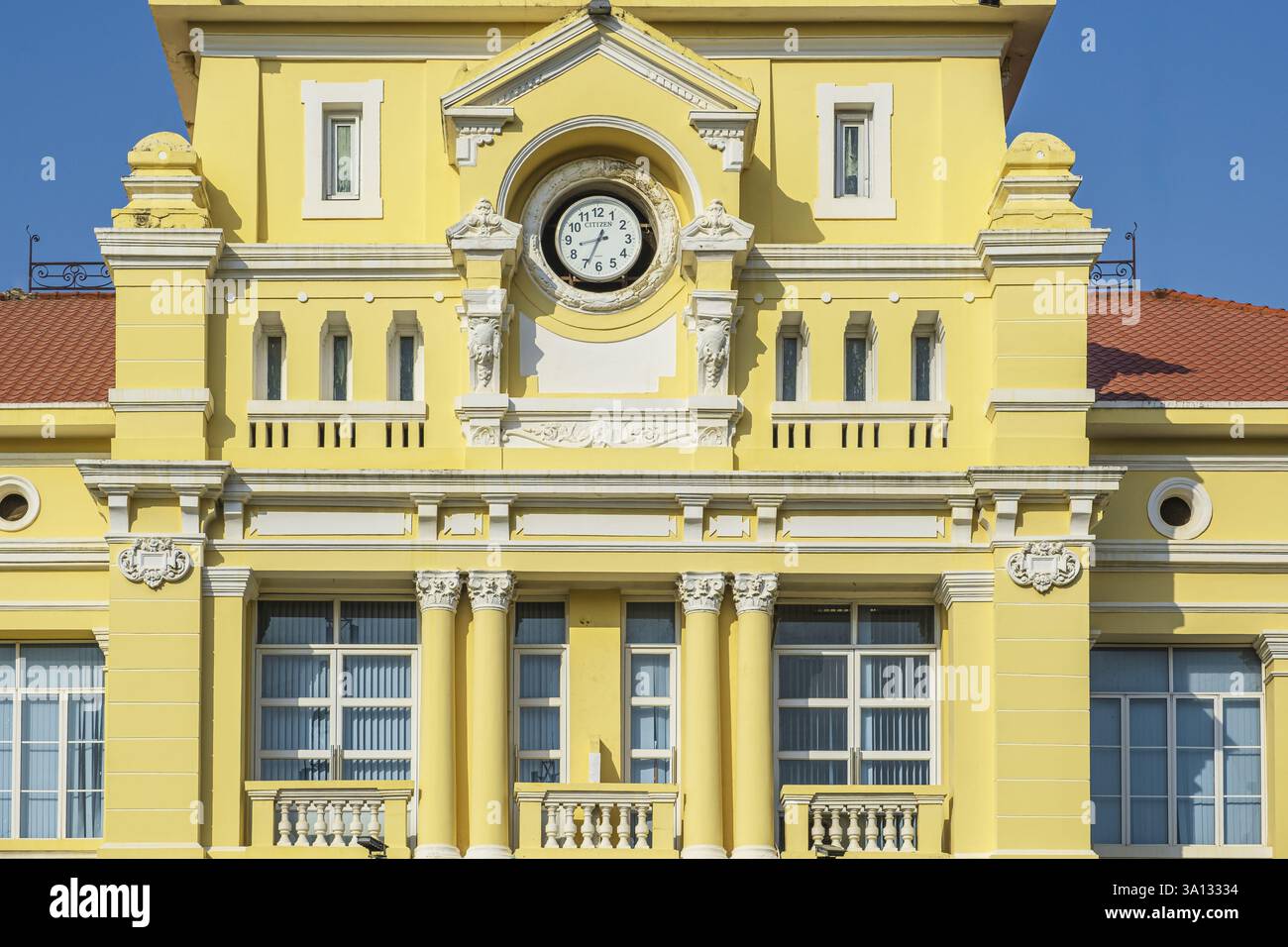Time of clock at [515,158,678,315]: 12:34
